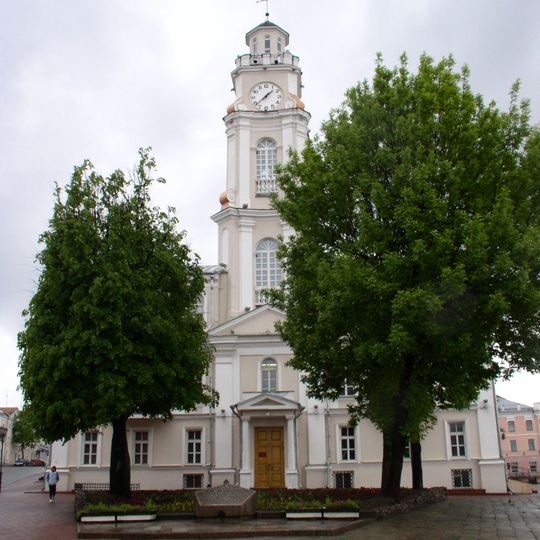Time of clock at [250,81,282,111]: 1:37
